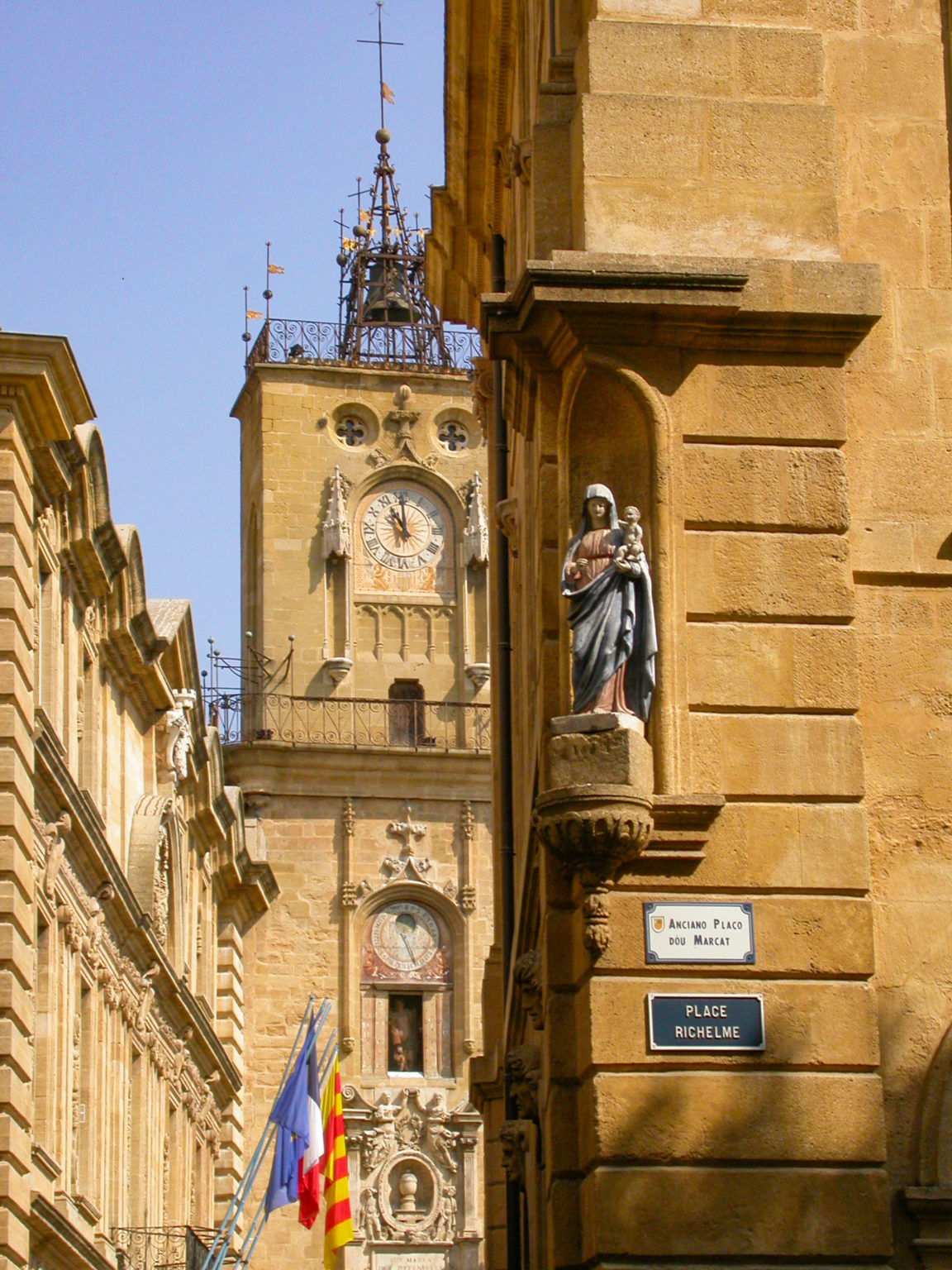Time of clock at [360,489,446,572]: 11:00
